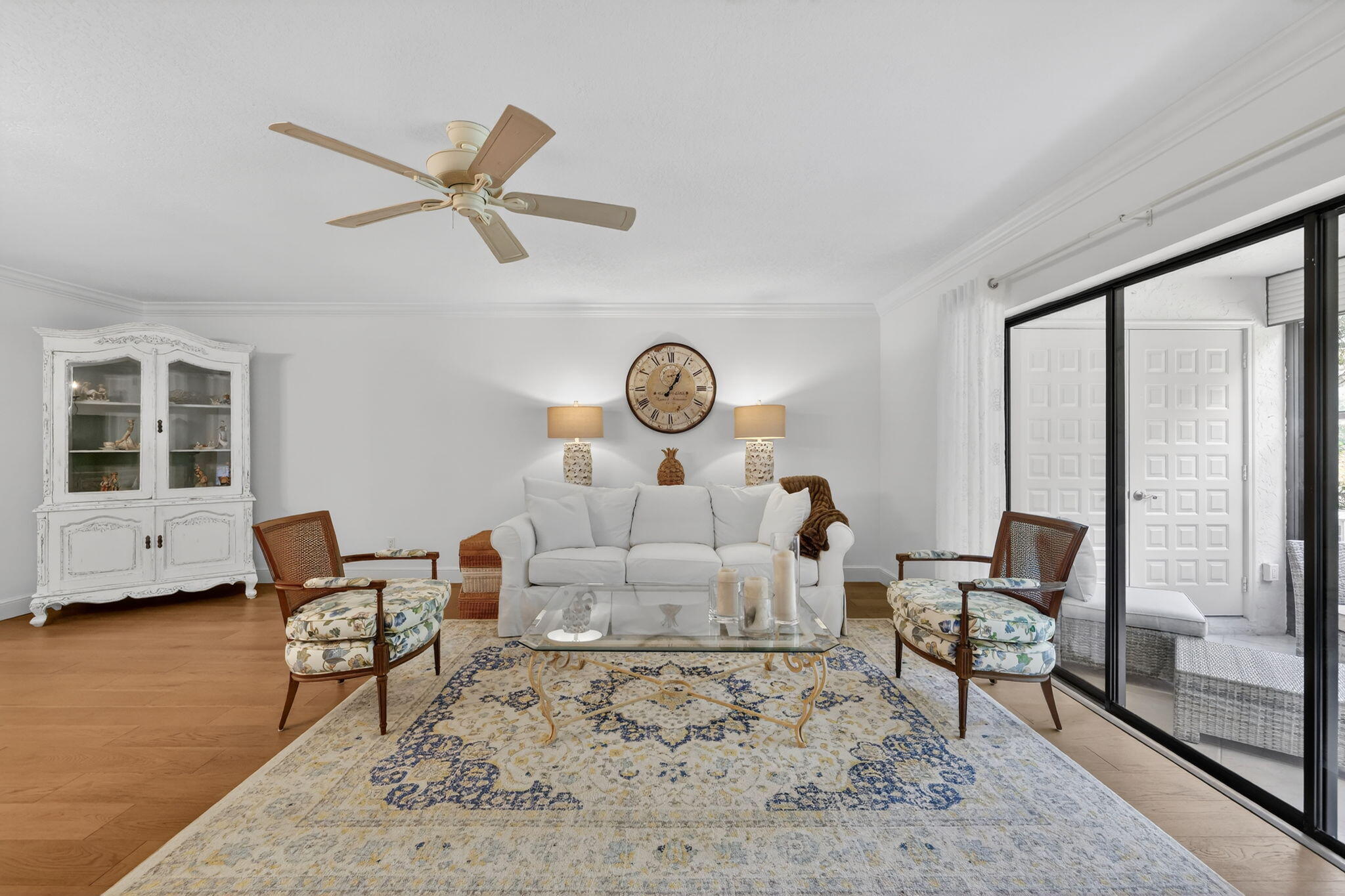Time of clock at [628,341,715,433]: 1:04
